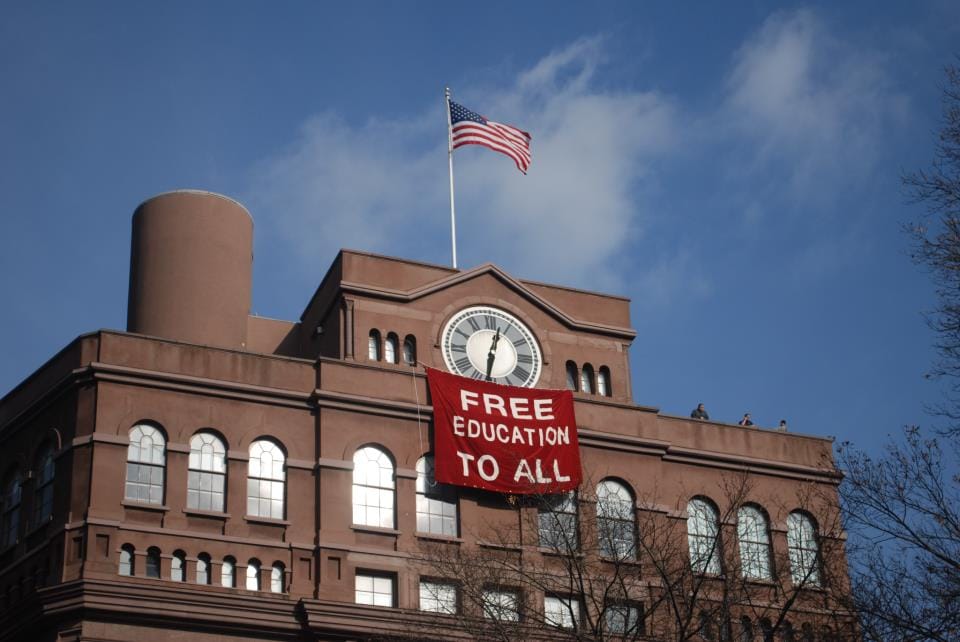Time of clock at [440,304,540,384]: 12:31
